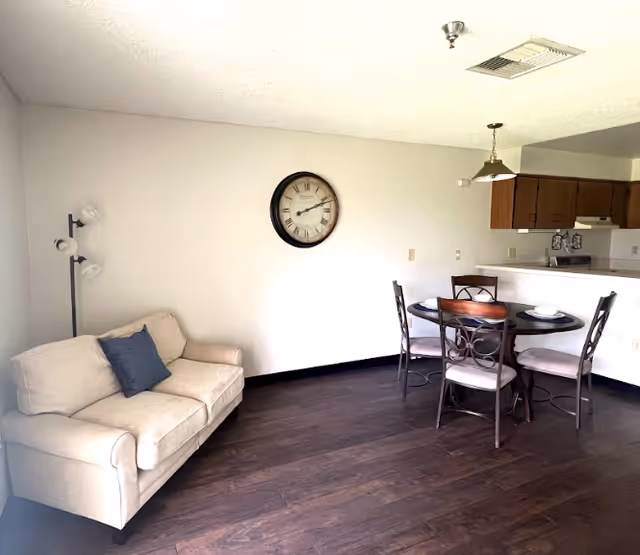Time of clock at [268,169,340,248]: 2:11
